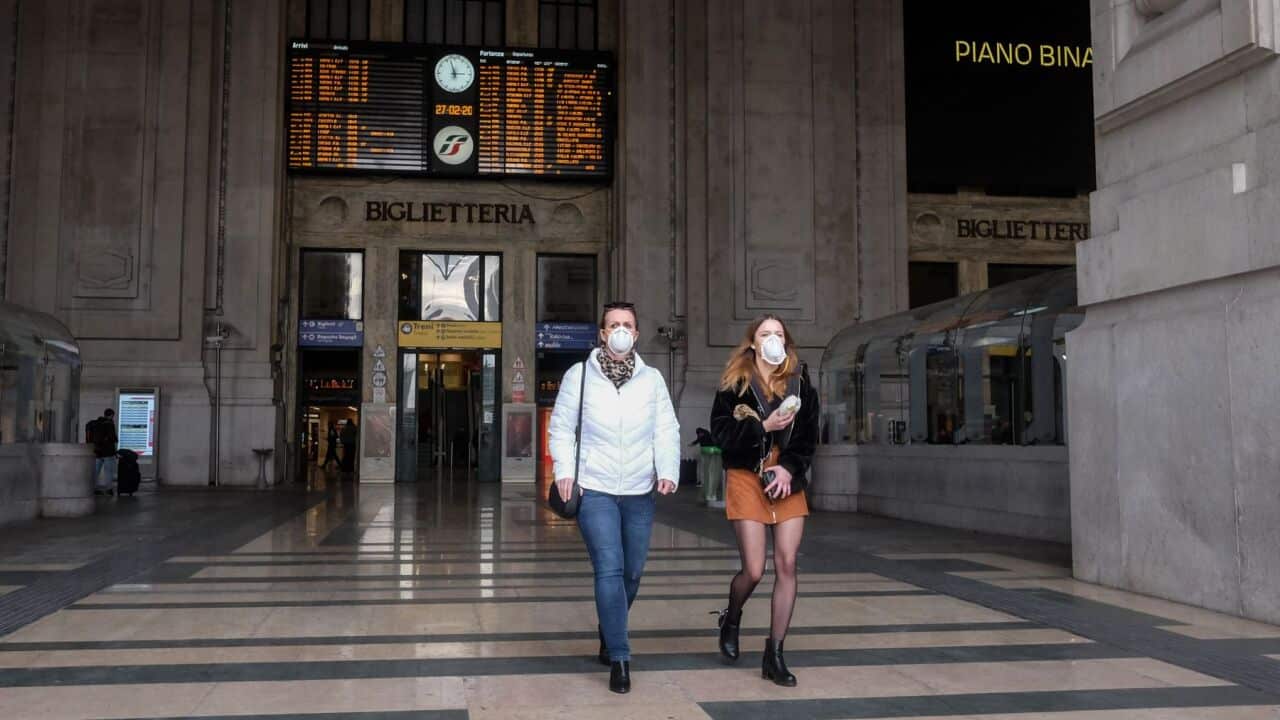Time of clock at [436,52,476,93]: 2:57
